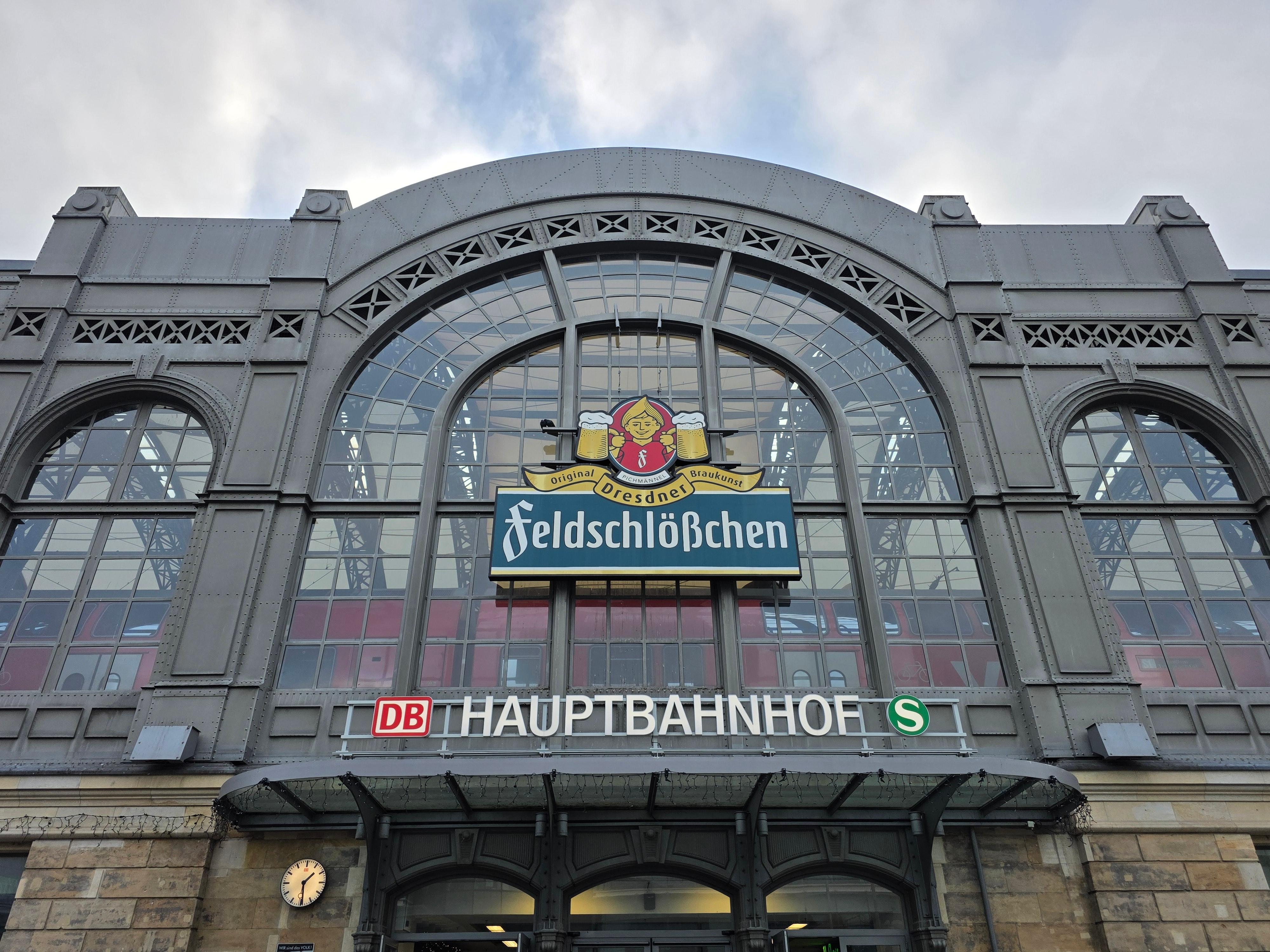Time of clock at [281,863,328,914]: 1:29
